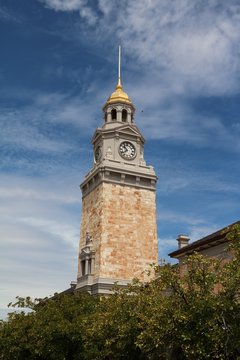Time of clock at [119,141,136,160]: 7:52
